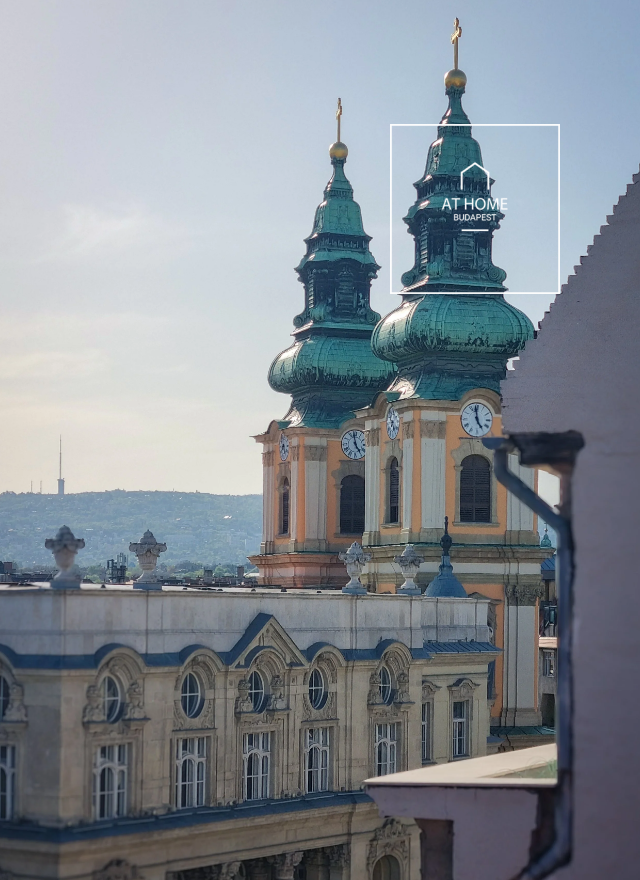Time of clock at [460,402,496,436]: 4:58
